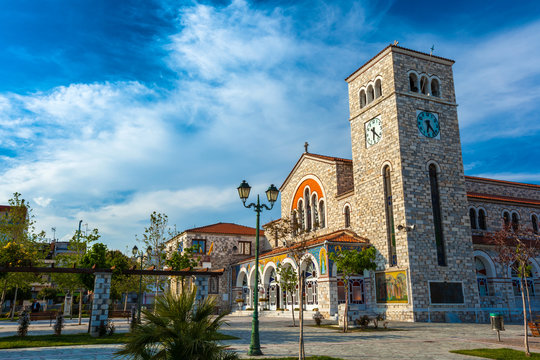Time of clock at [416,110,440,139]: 6:23
